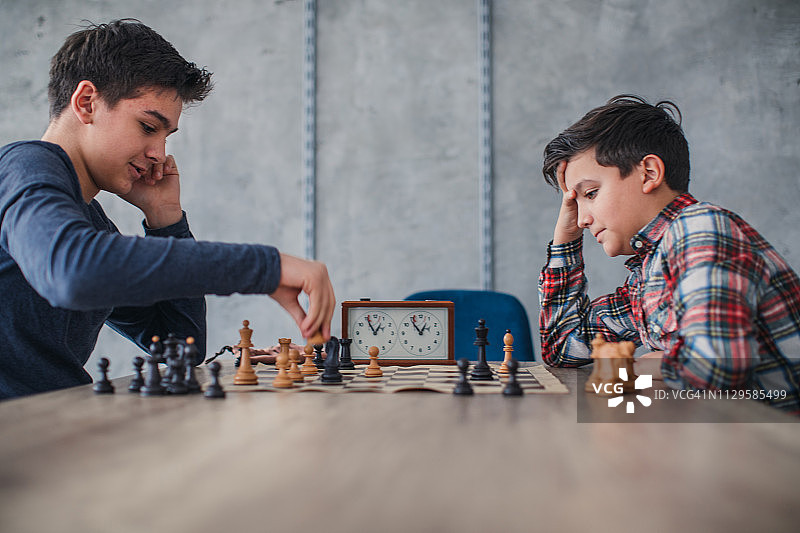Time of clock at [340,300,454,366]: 12:55
